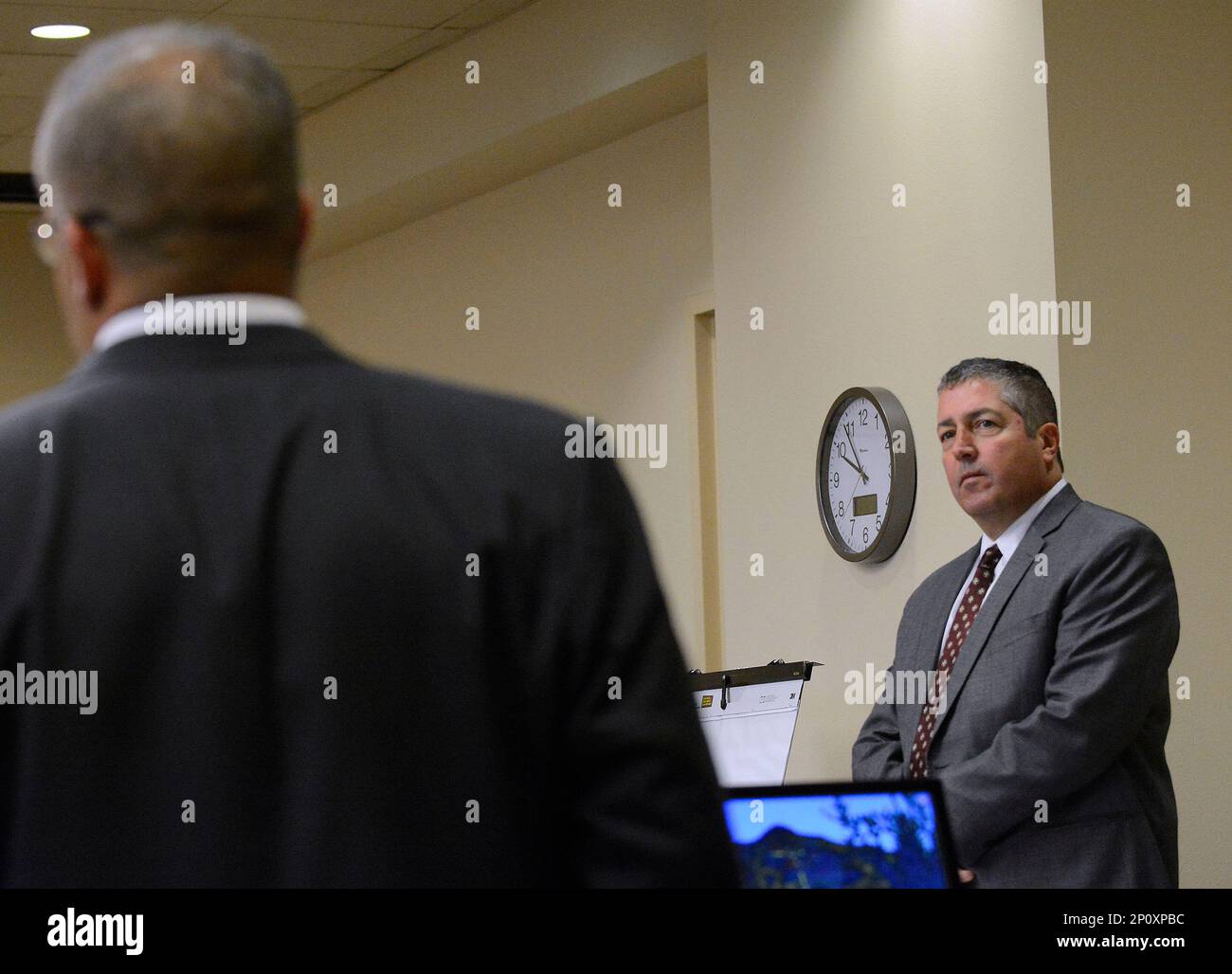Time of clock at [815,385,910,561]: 9:53
